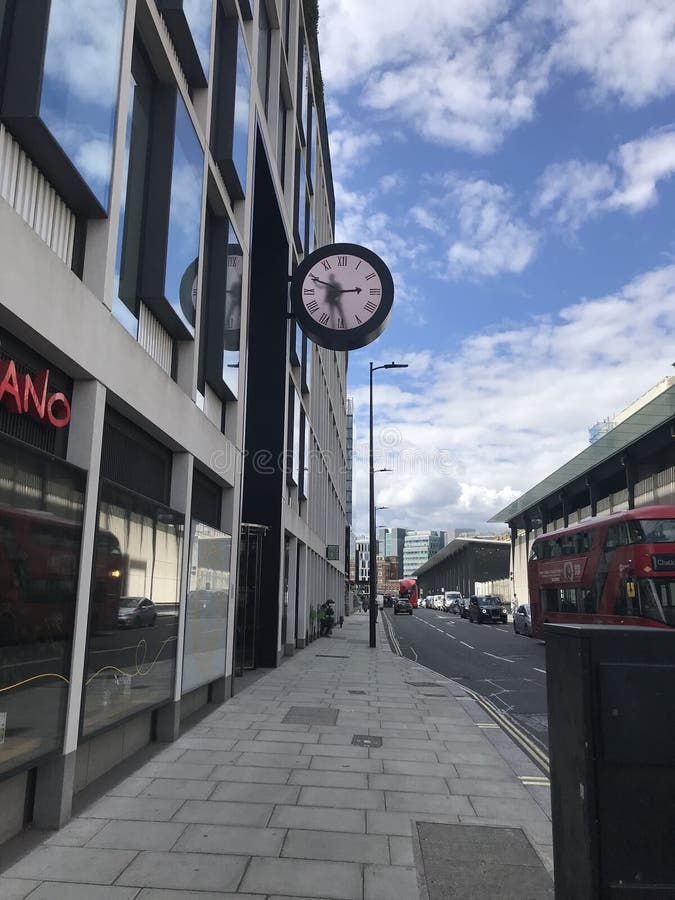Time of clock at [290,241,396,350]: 2:48
